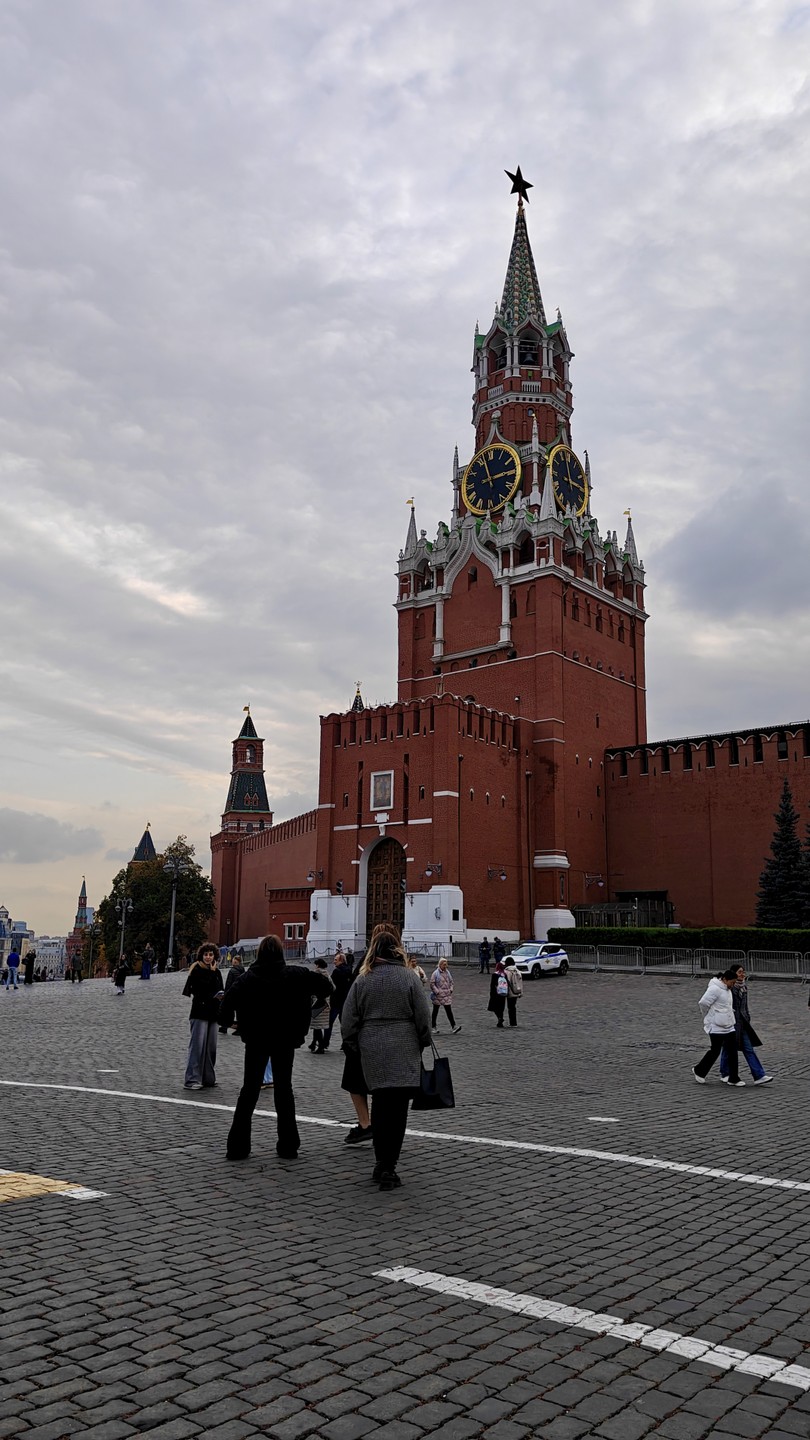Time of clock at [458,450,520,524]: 2:57
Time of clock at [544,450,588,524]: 2:58
